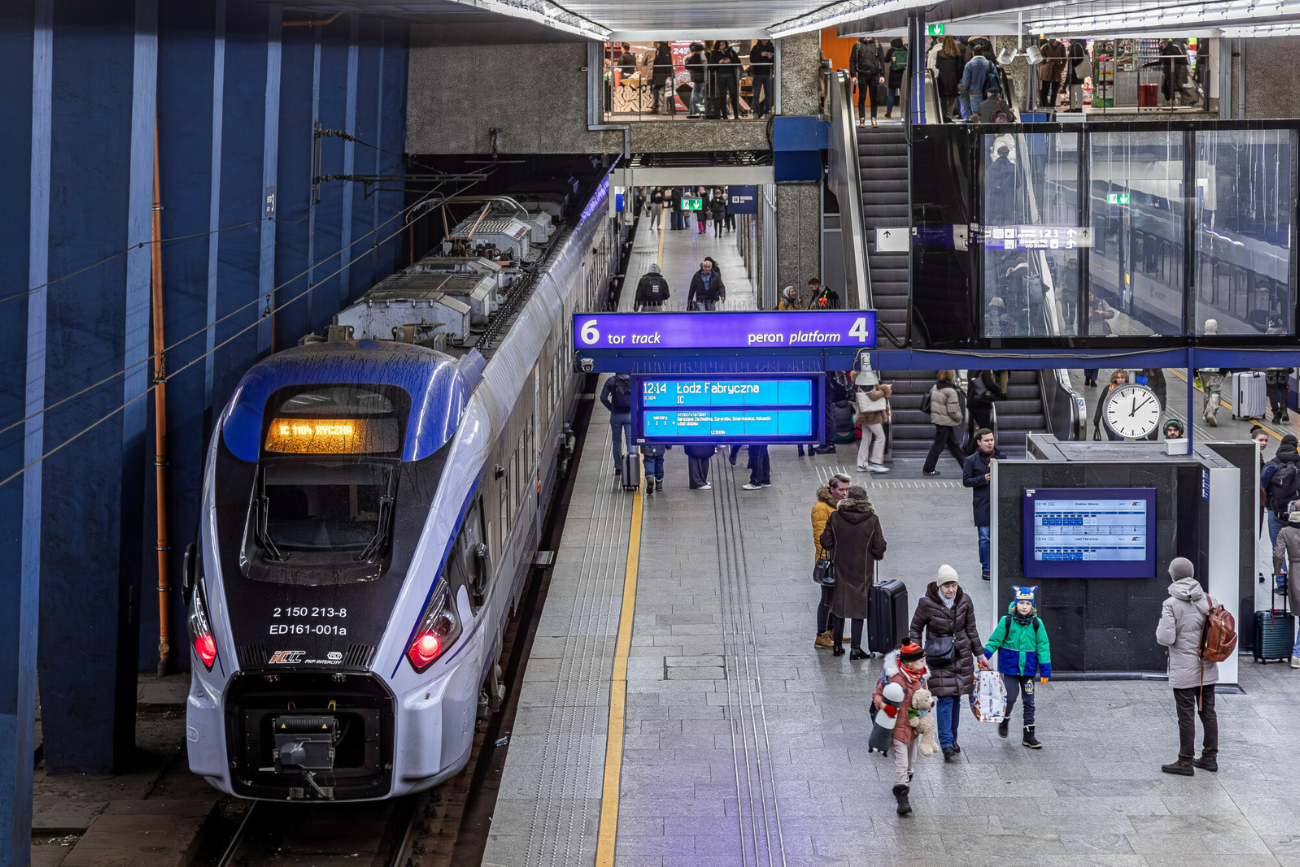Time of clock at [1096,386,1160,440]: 12:08
